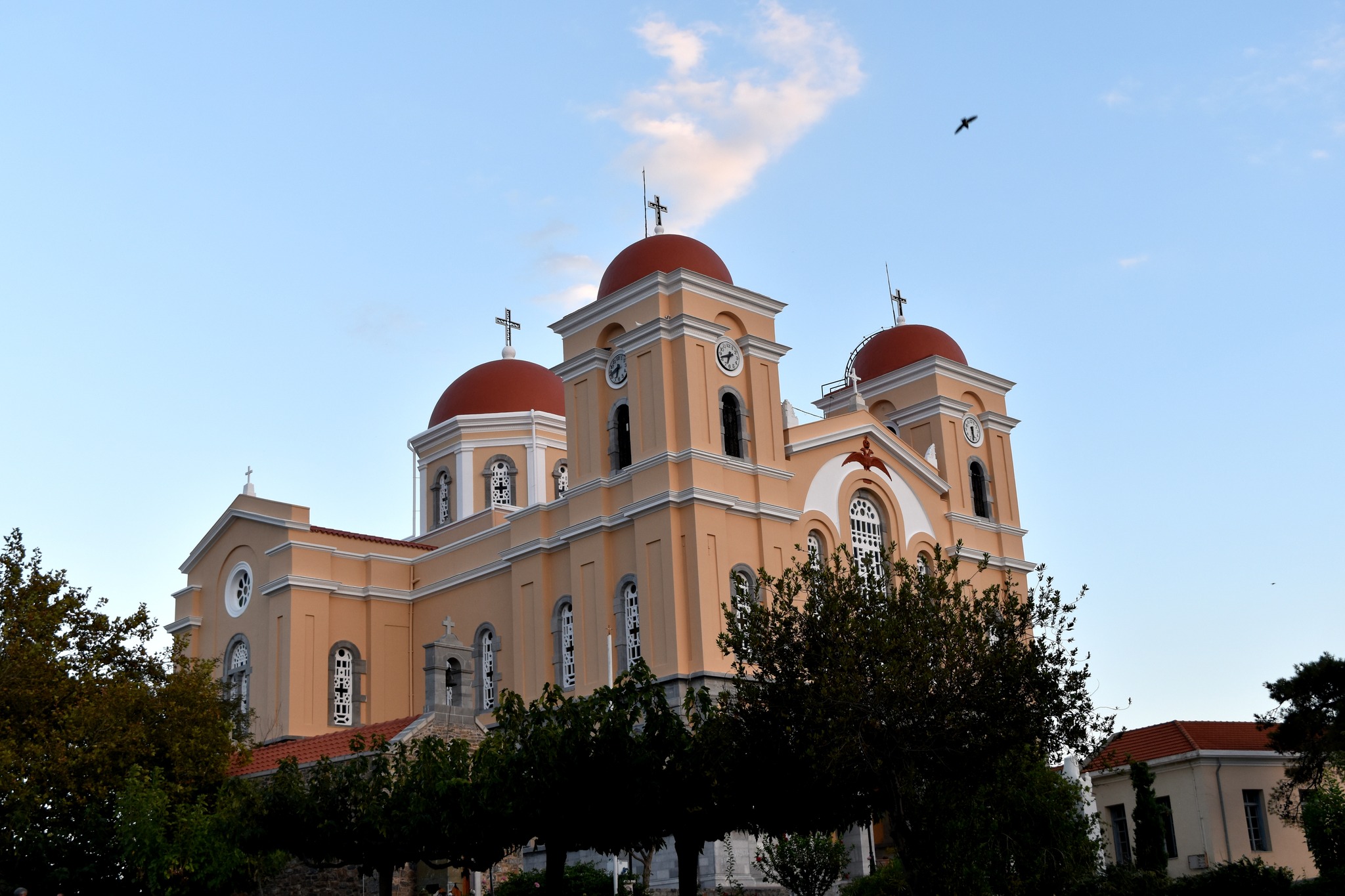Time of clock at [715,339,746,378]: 6:41
